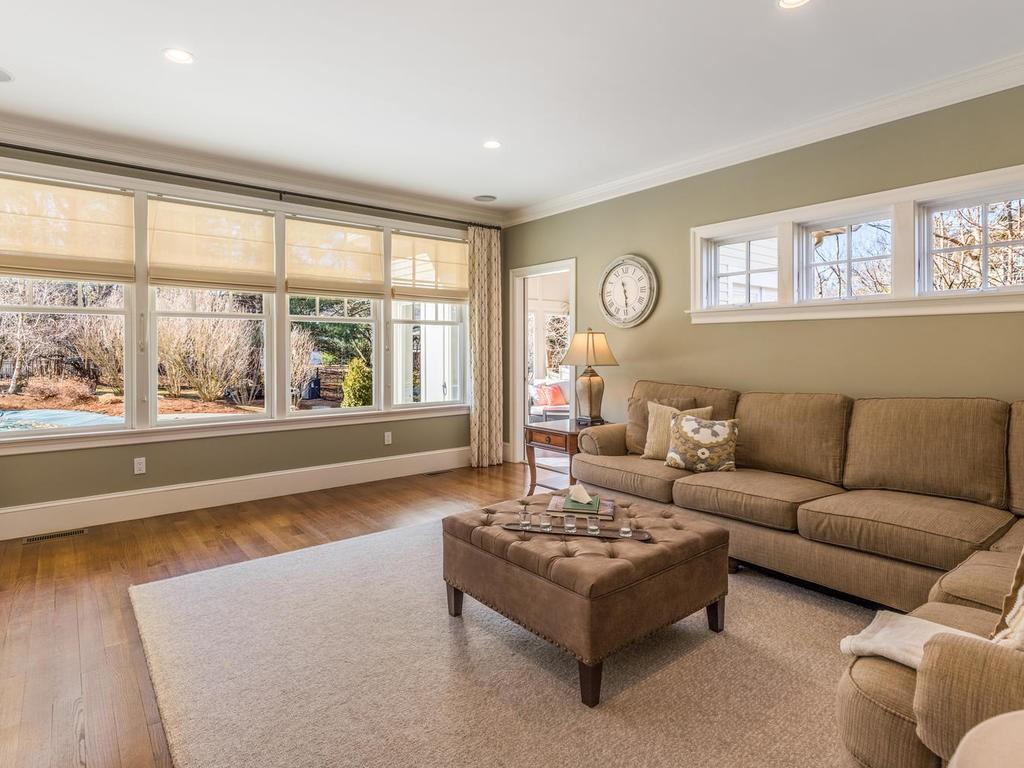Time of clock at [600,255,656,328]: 11:29
